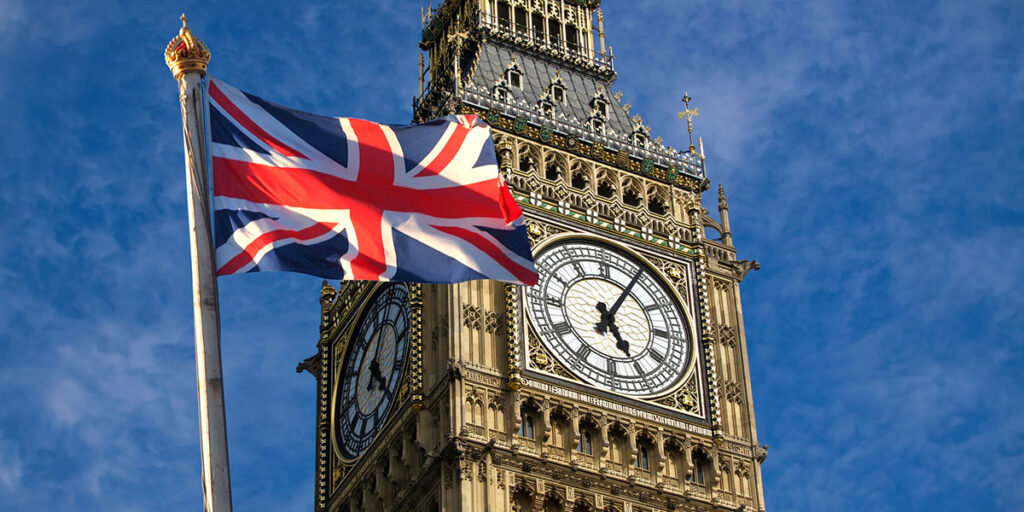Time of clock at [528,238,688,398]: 5:05
